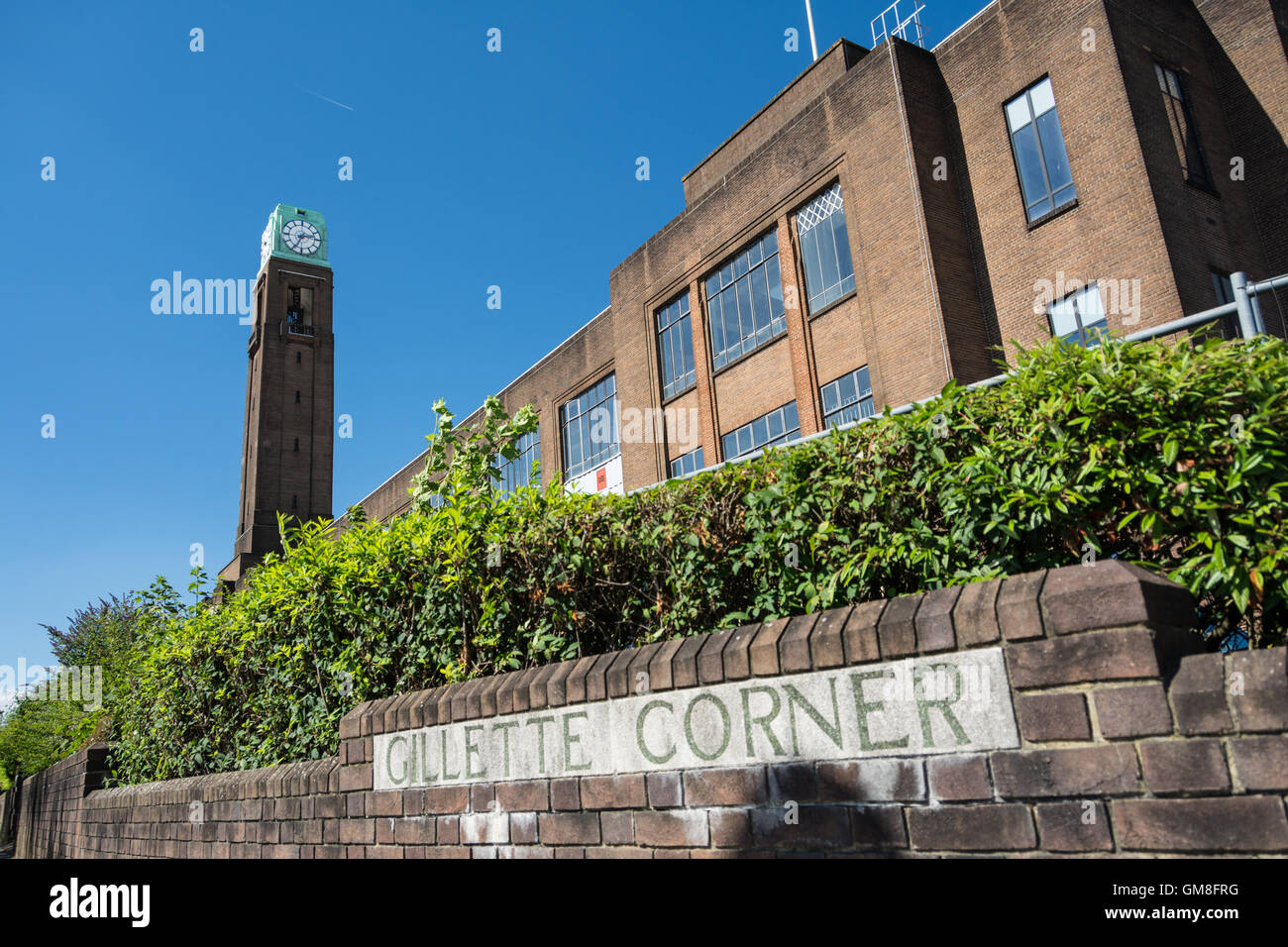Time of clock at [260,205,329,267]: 2:34
